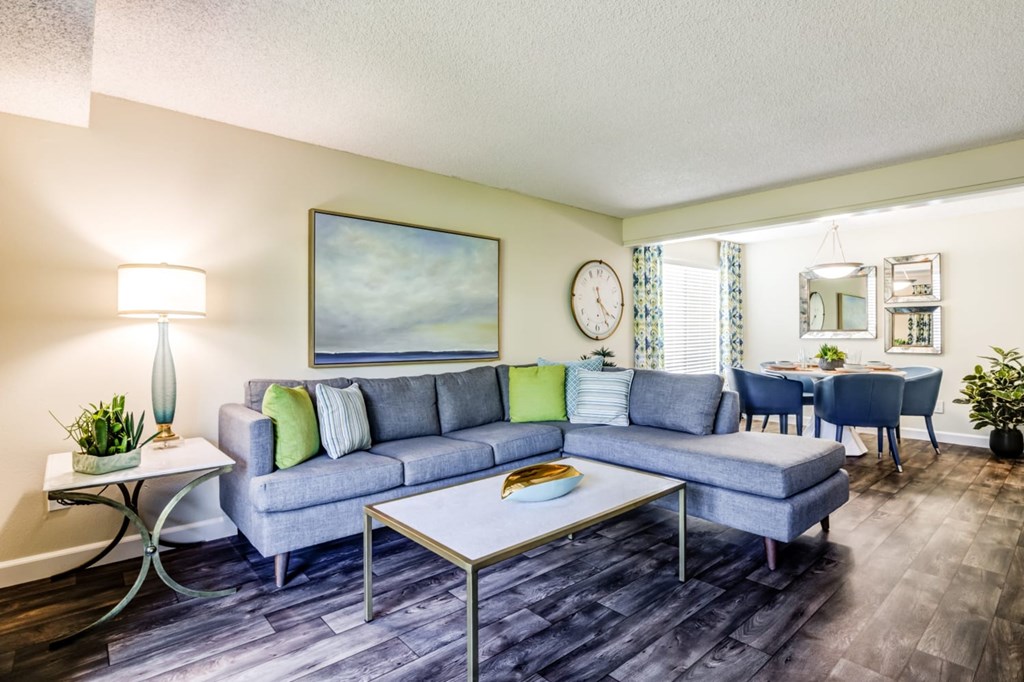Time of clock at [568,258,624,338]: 11:21
